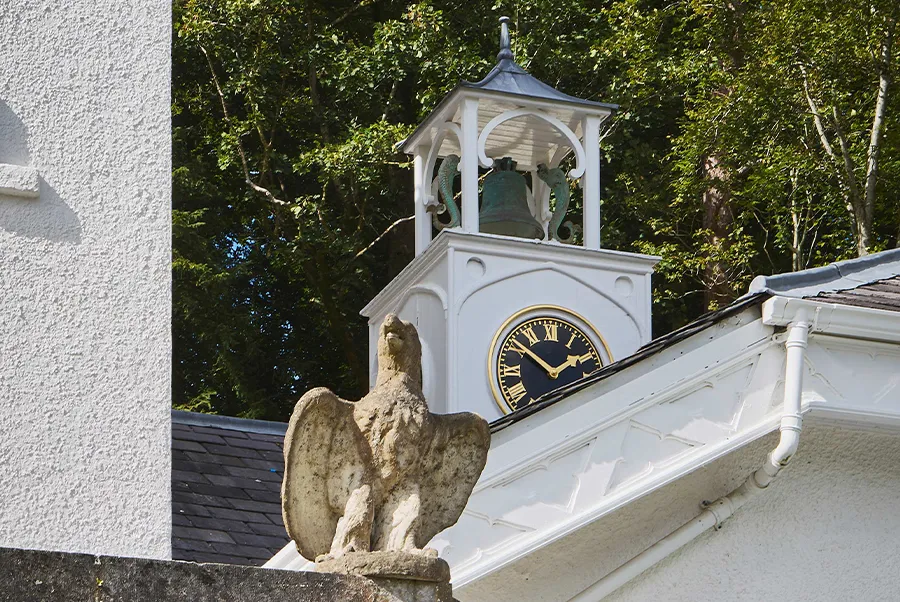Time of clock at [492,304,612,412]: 1:51
